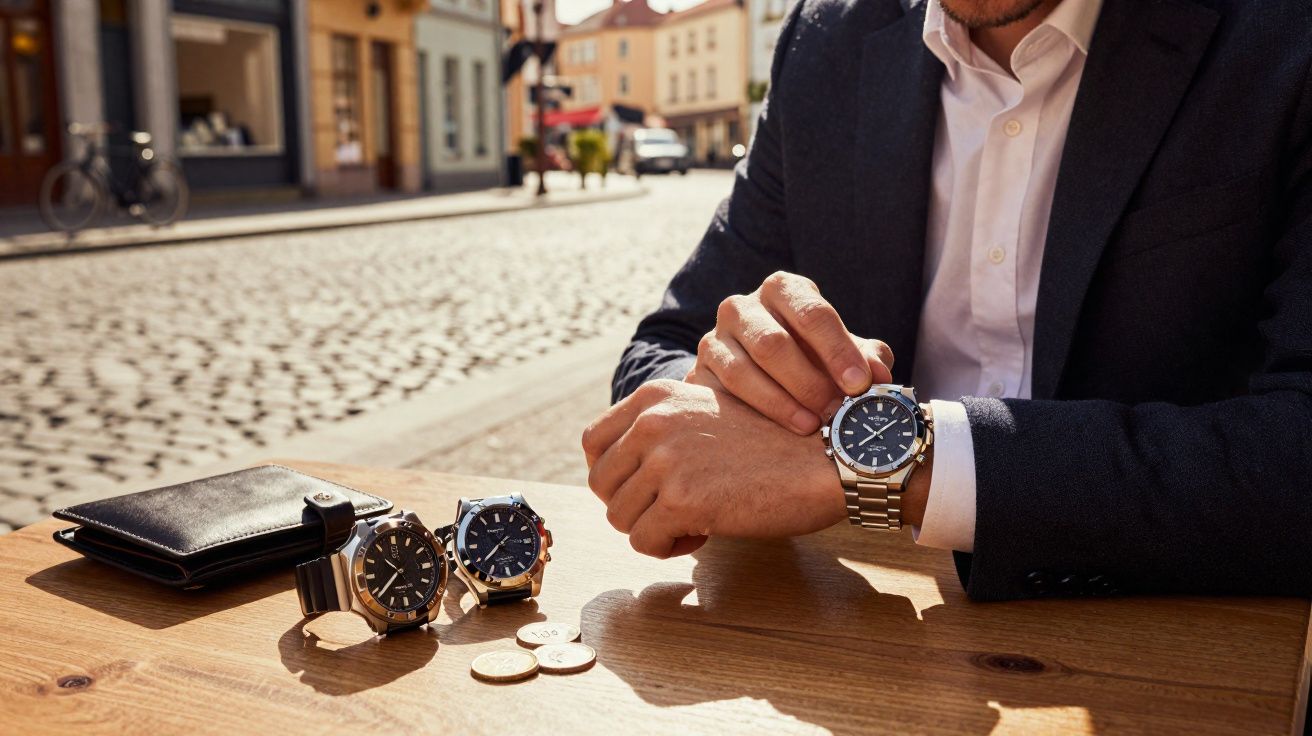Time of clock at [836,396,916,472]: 10:08
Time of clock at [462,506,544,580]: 7:38
